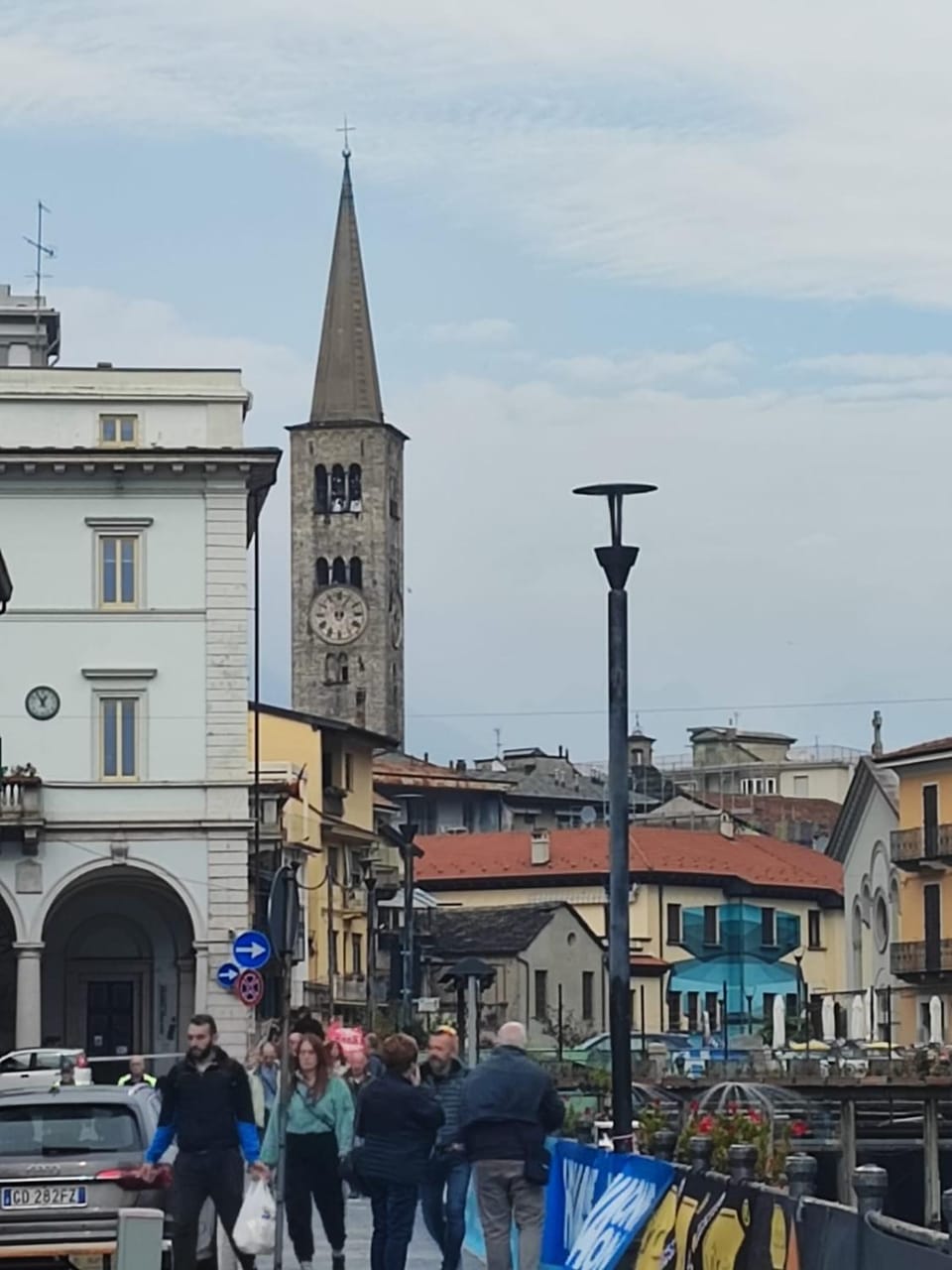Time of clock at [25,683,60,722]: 12:55
